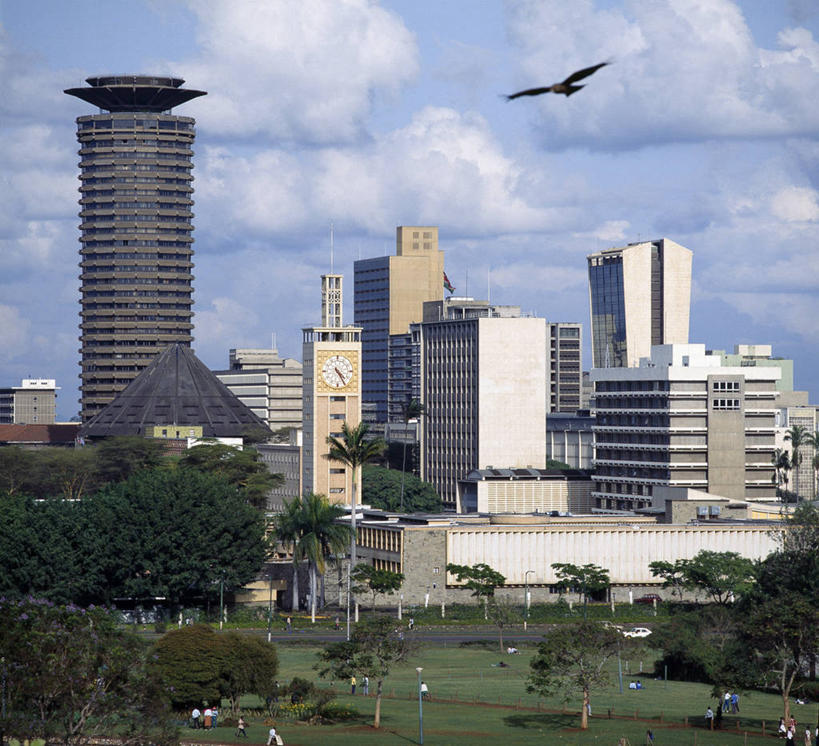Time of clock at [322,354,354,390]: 4:24
